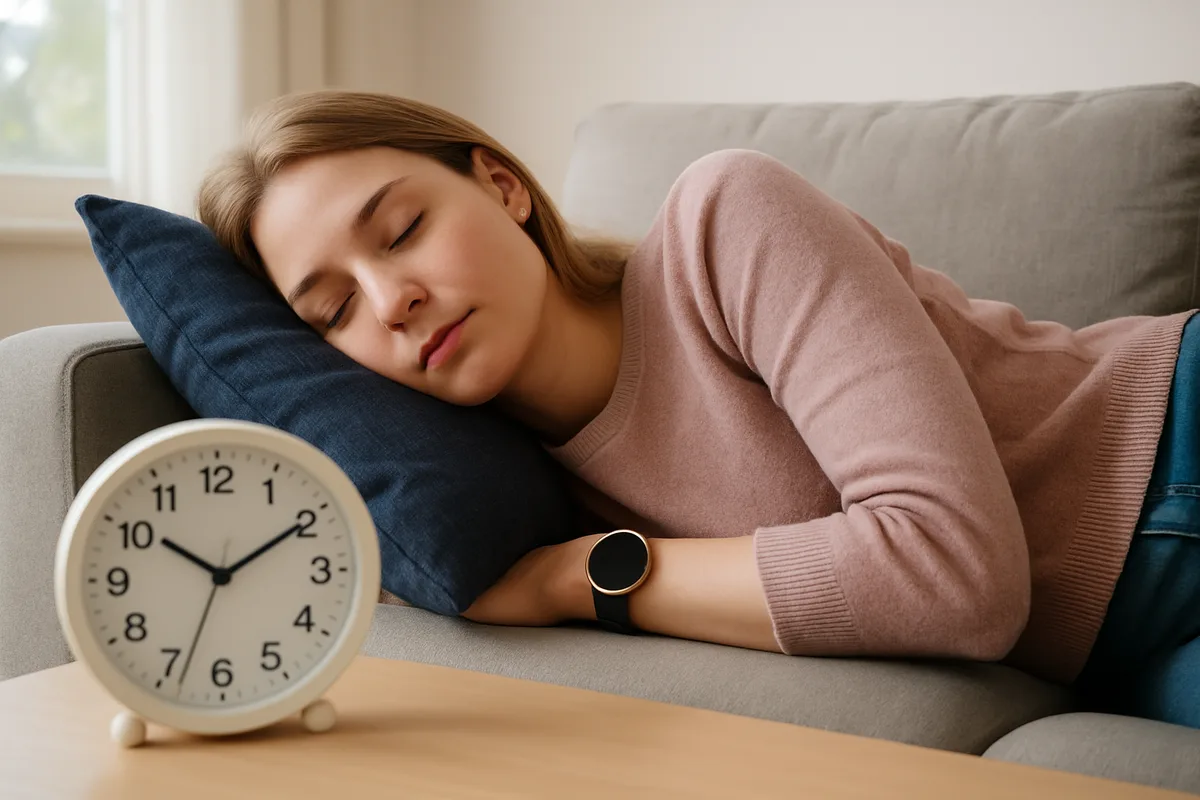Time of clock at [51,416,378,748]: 10:09
